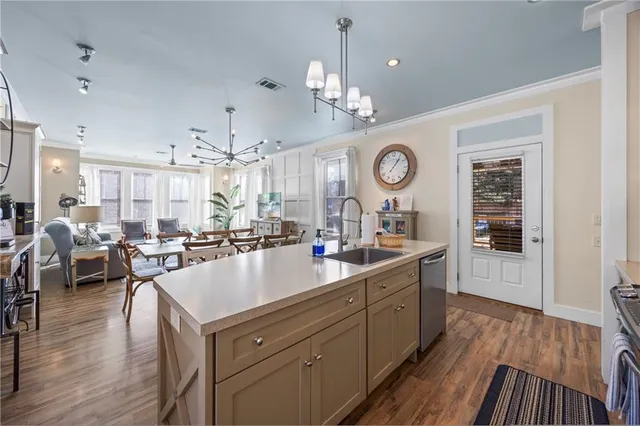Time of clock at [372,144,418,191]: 1:06
